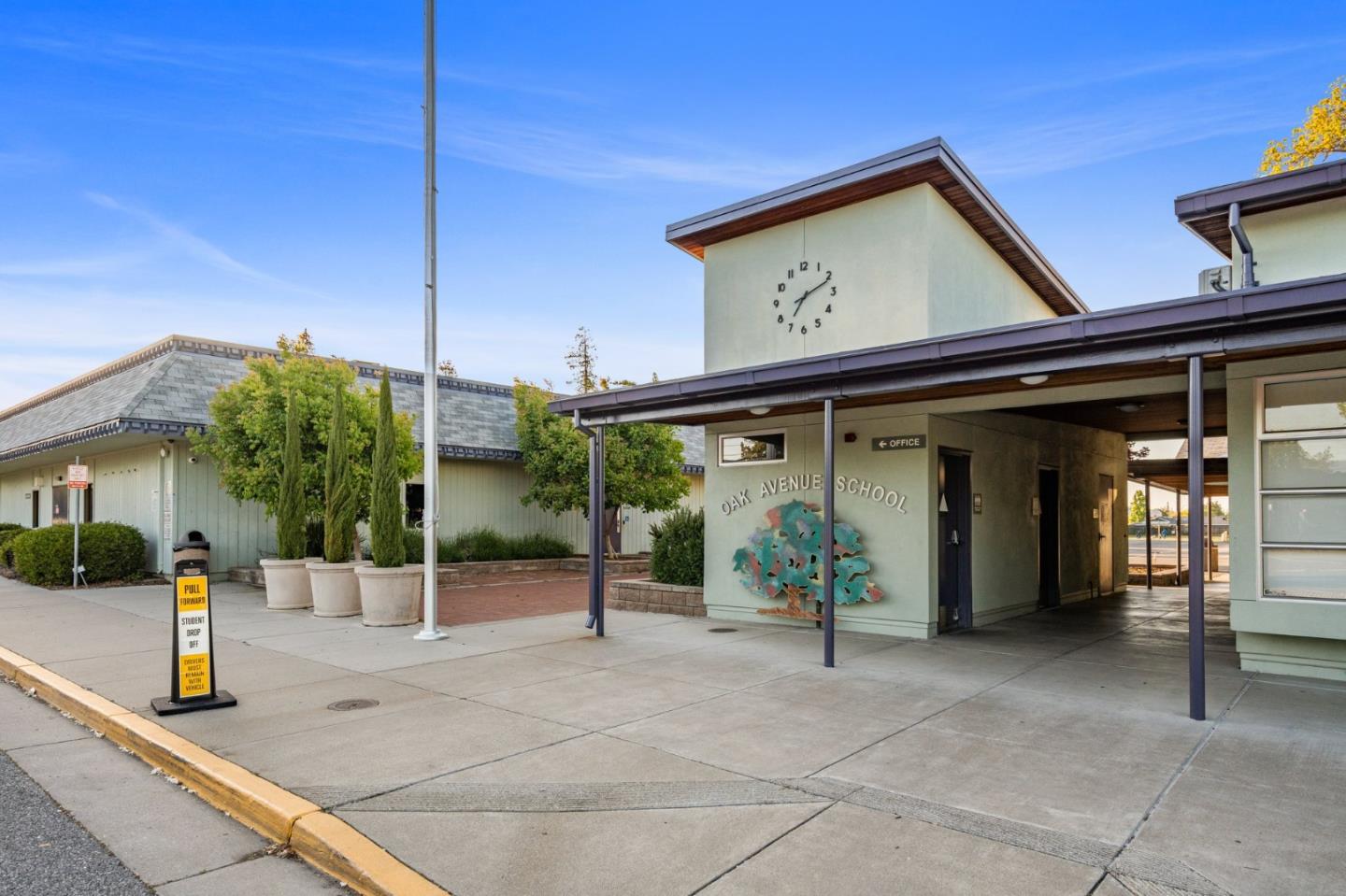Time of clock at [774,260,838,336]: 7:11
